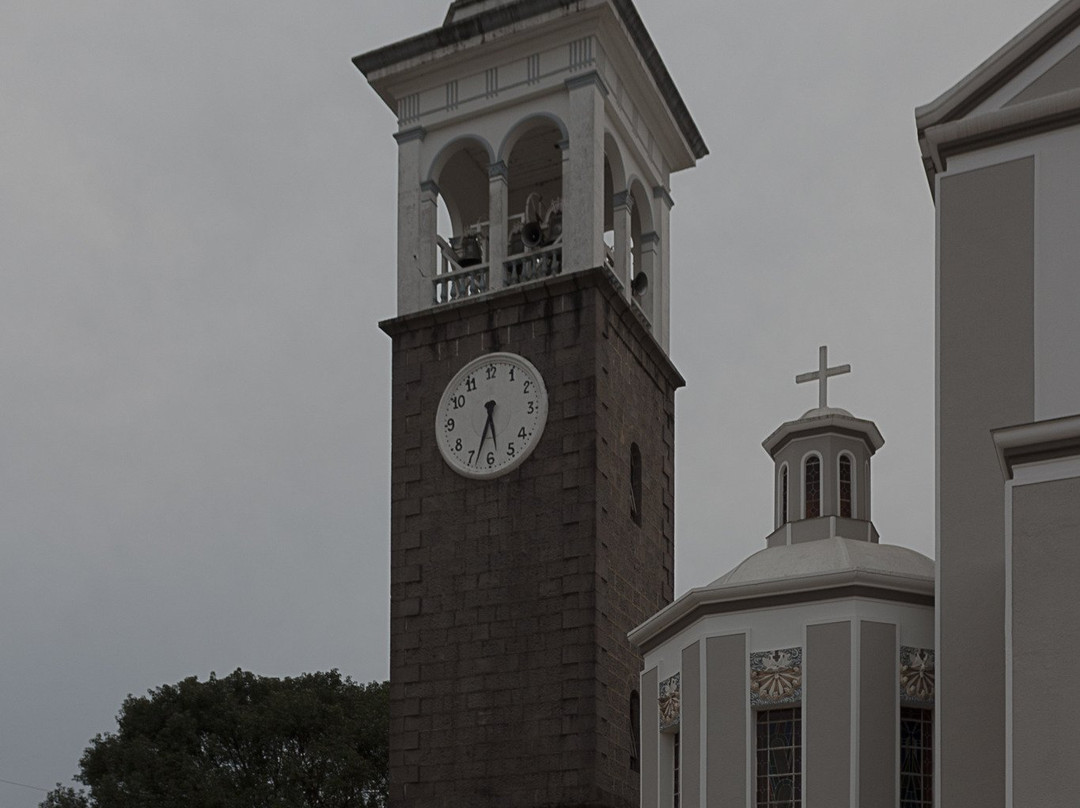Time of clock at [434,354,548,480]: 5:33
